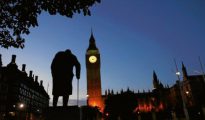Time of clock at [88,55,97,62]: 4:12
